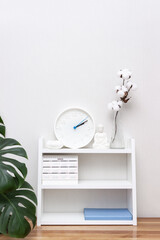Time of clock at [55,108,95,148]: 2:09
